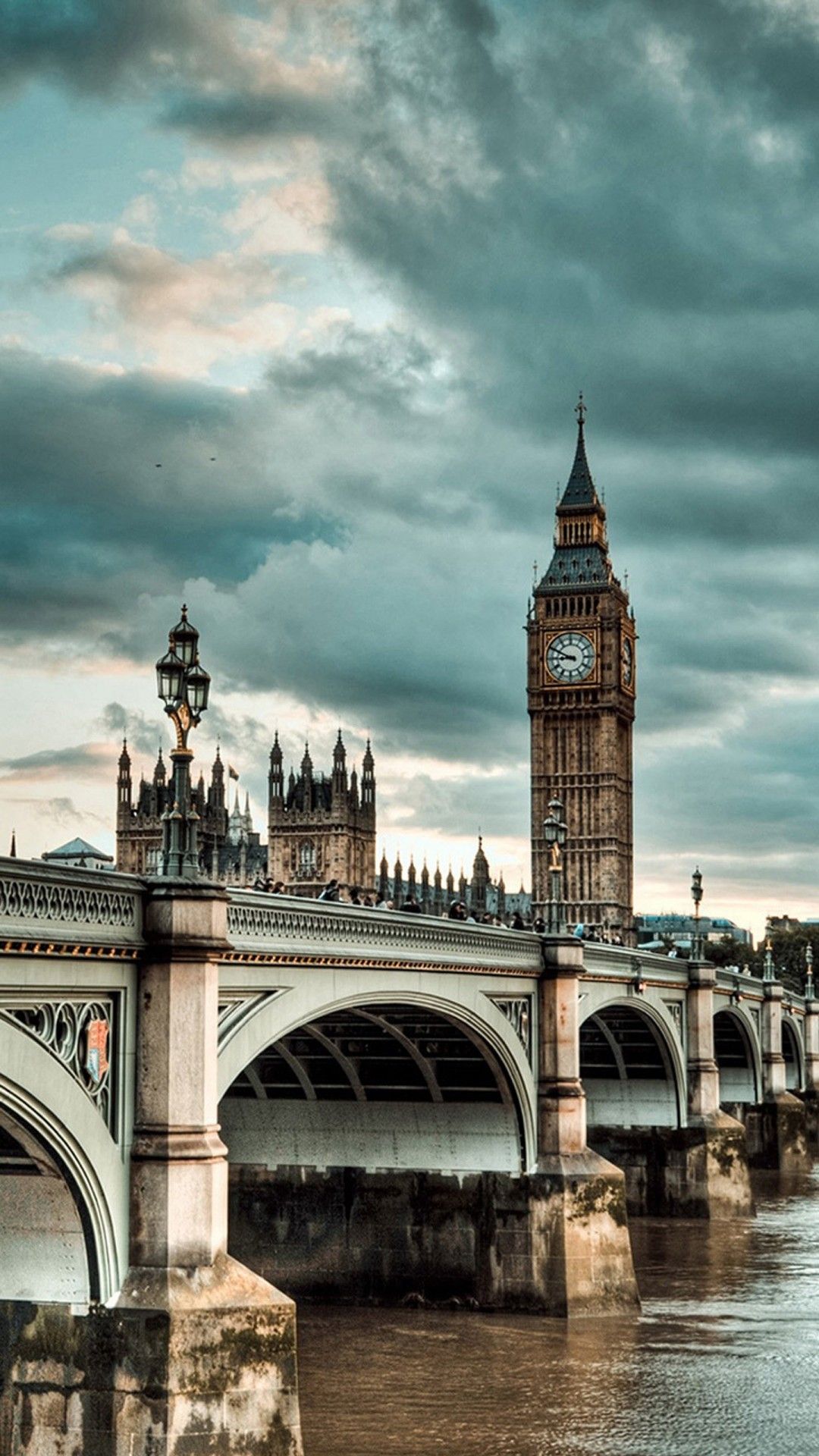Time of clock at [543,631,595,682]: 8:49
